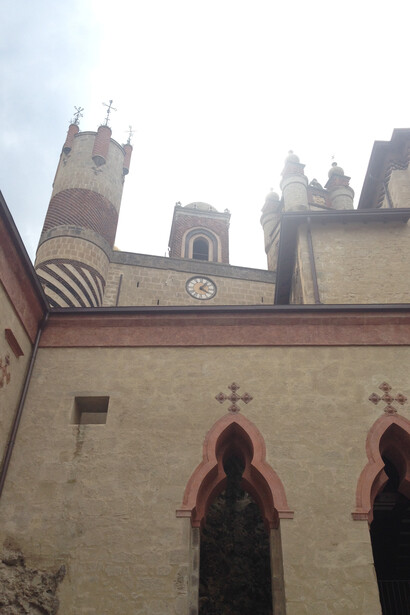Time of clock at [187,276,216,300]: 4:06
